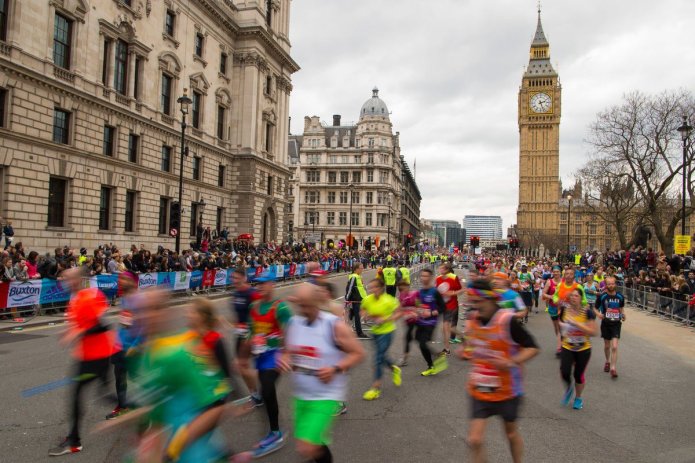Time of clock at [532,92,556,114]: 2:26
